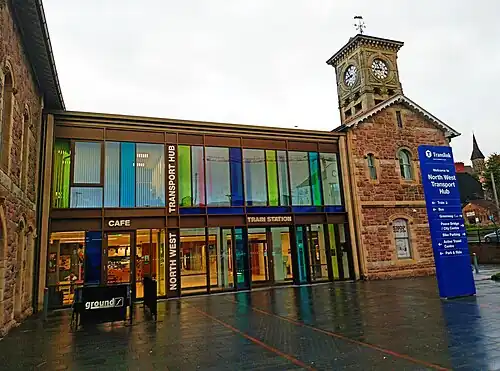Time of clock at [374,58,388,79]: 8:56
